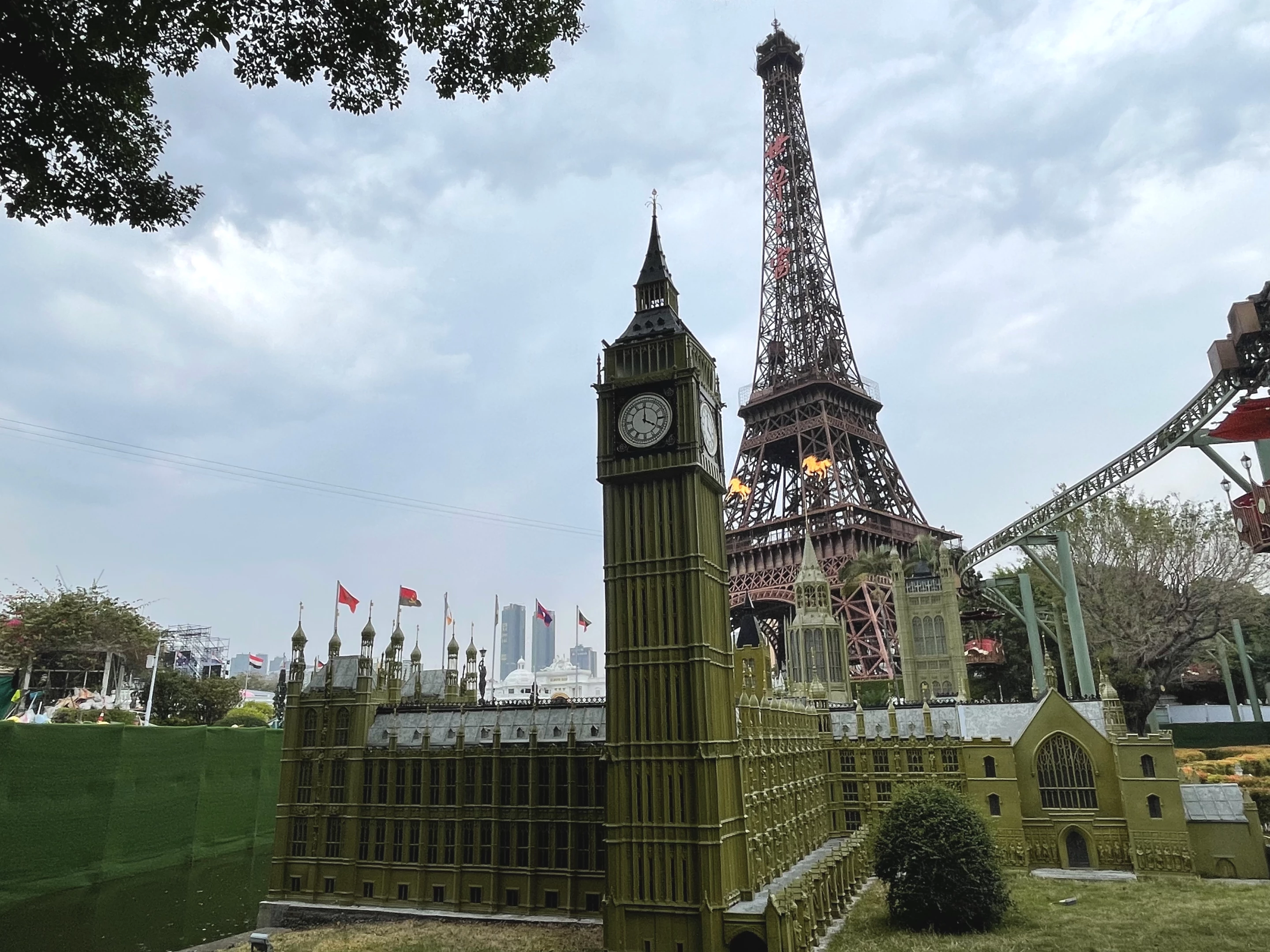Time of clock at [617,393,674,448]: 4:00
